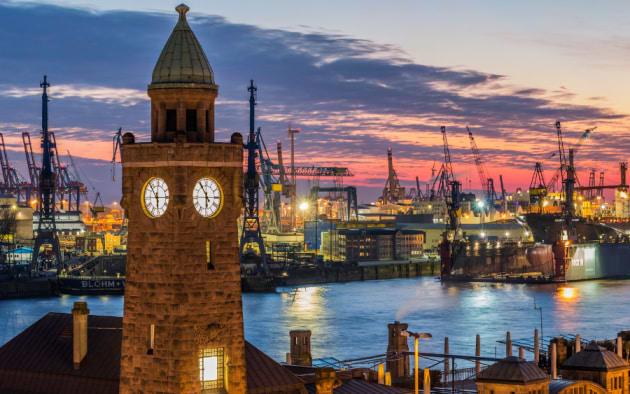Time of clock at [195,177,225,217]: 5:54
